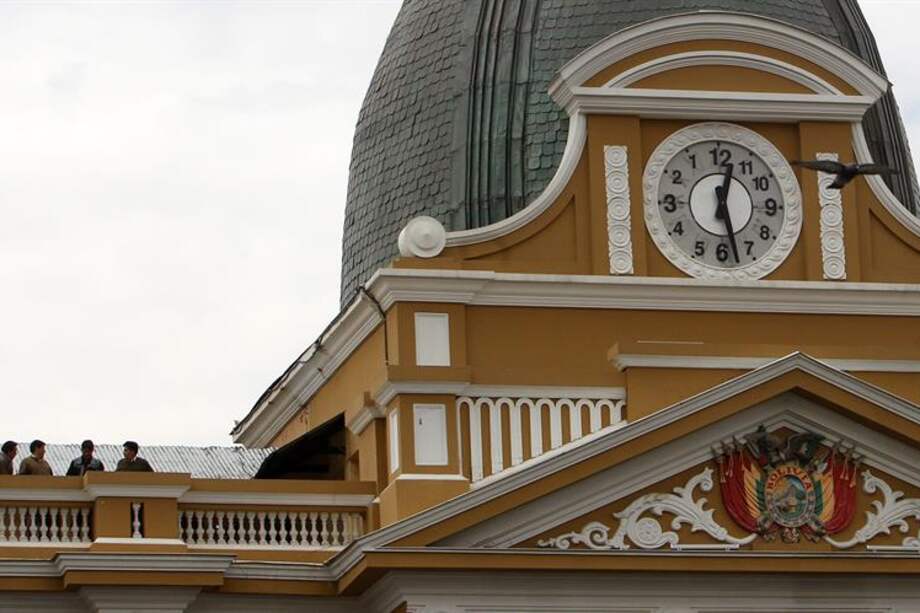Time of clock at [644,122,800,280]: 12:27
